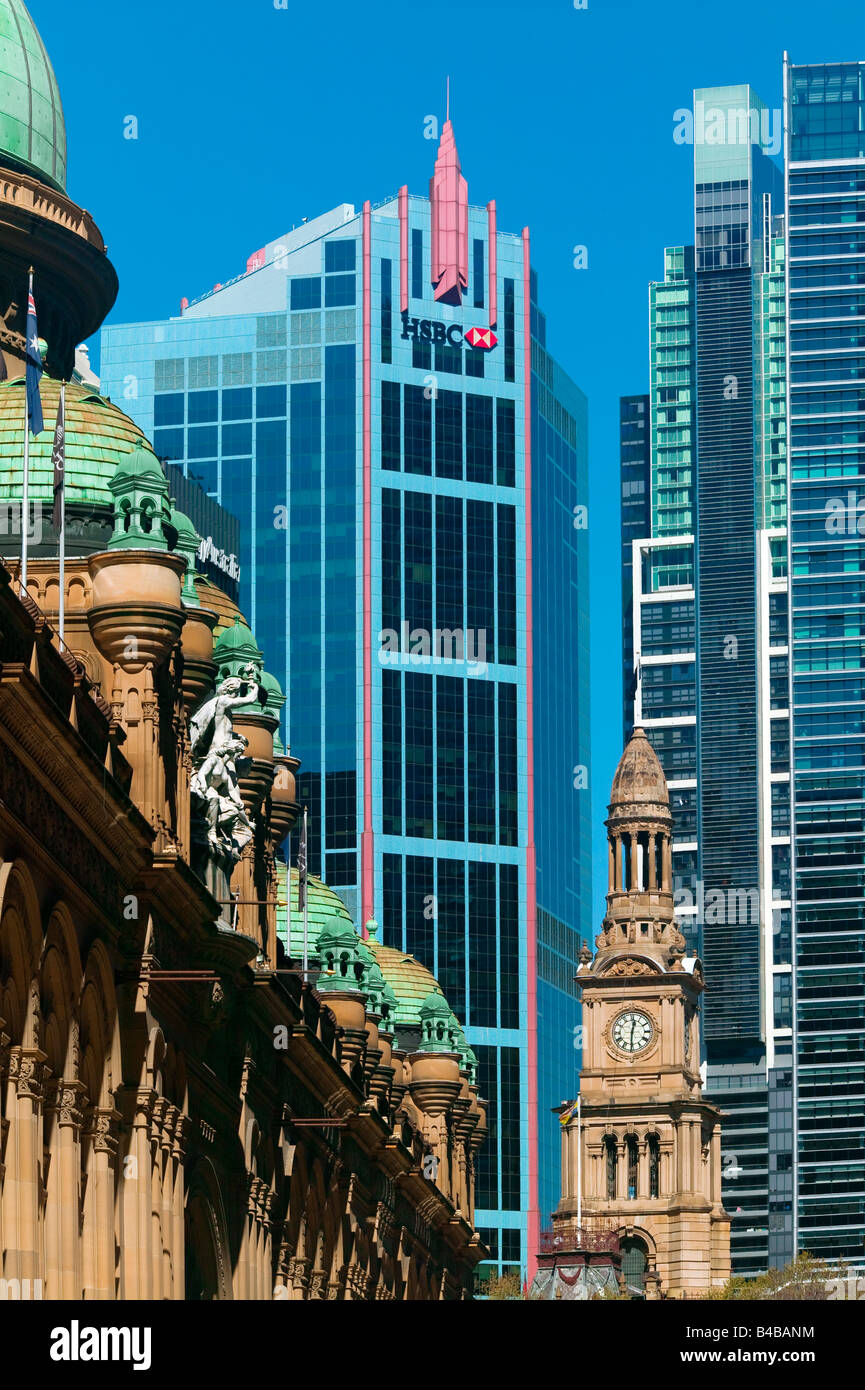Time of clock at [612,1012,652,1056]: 12:30
